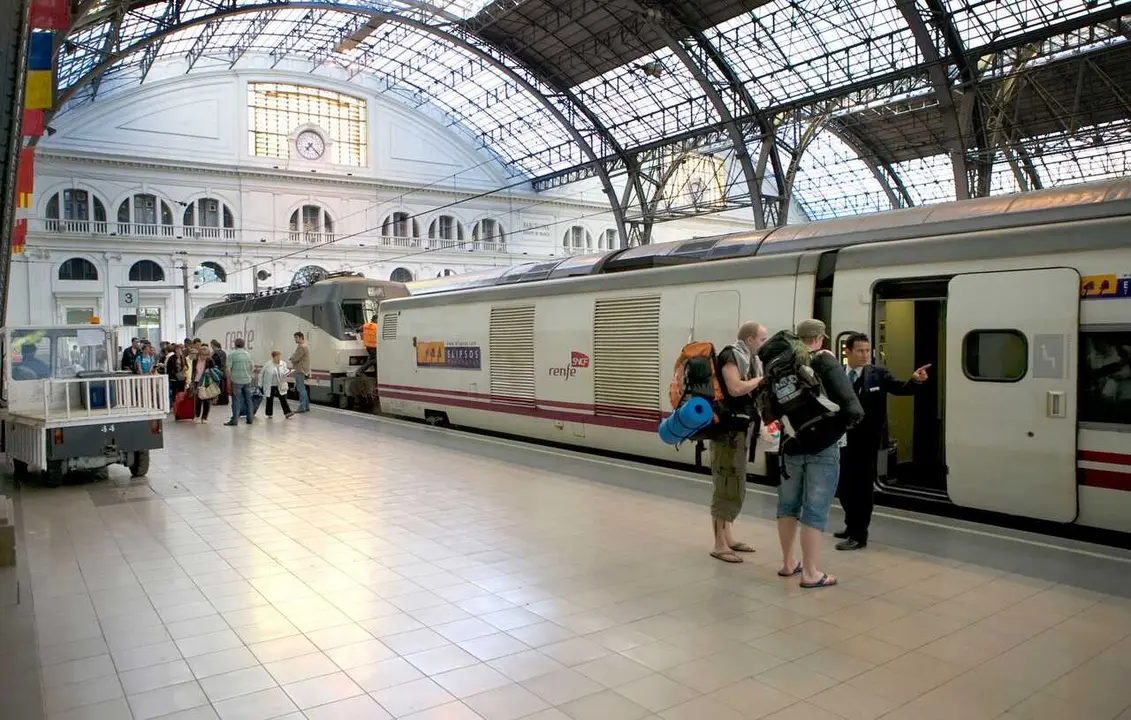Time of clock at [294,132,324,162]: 7:22
